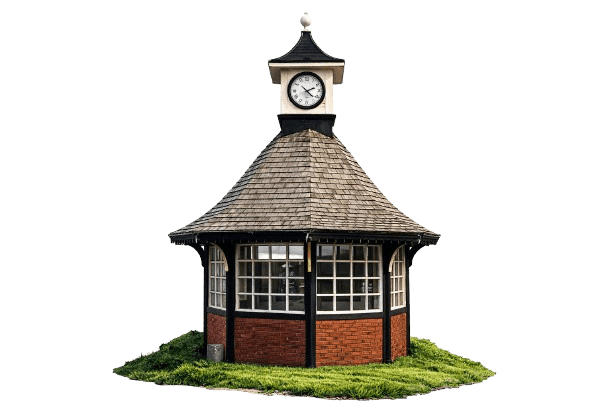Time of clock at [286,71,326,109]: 2:22
